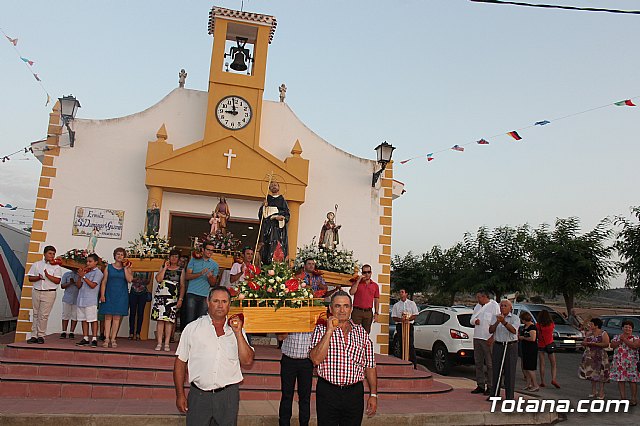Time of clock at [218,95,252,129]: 8:58
